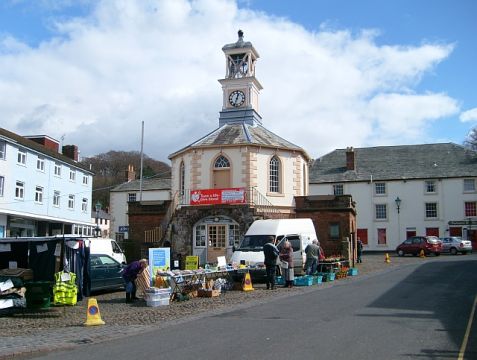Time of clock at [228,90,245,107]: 12:33
